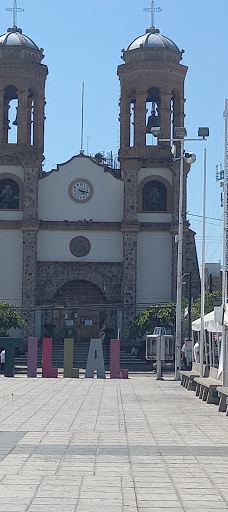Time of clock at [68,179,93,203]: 4:16
